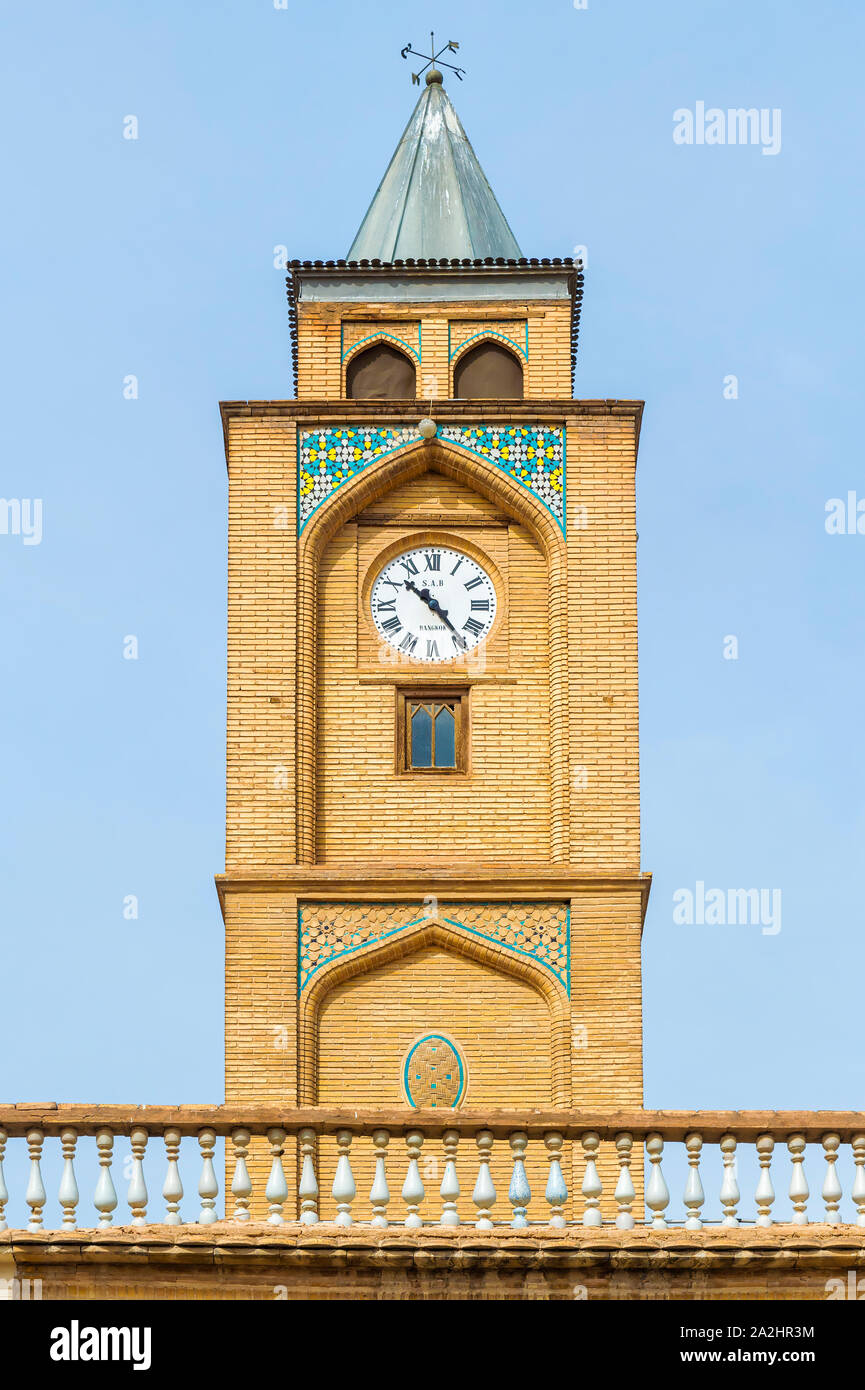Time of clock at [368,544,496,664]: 10:23
